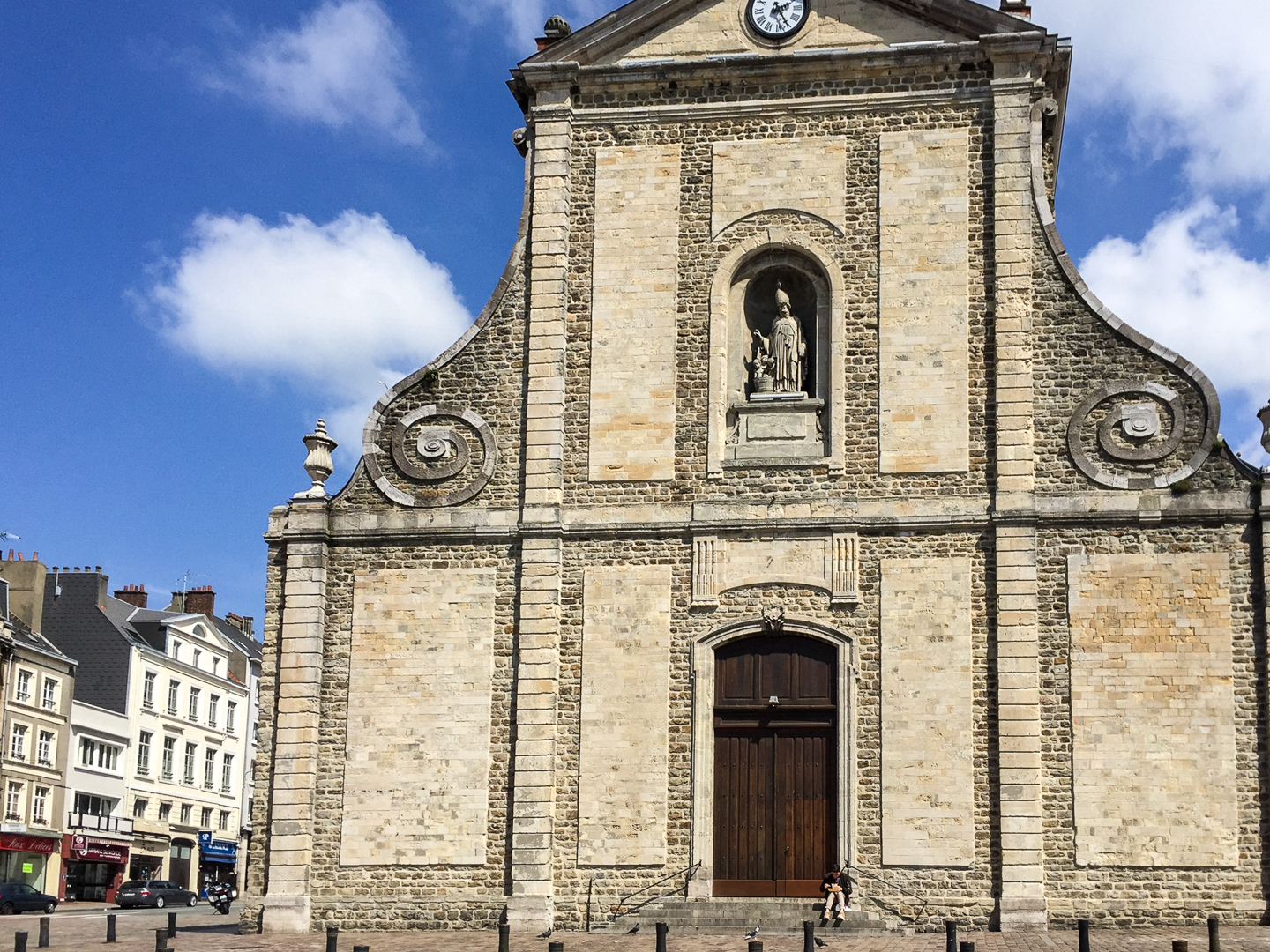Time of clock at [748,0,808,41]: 2:25
